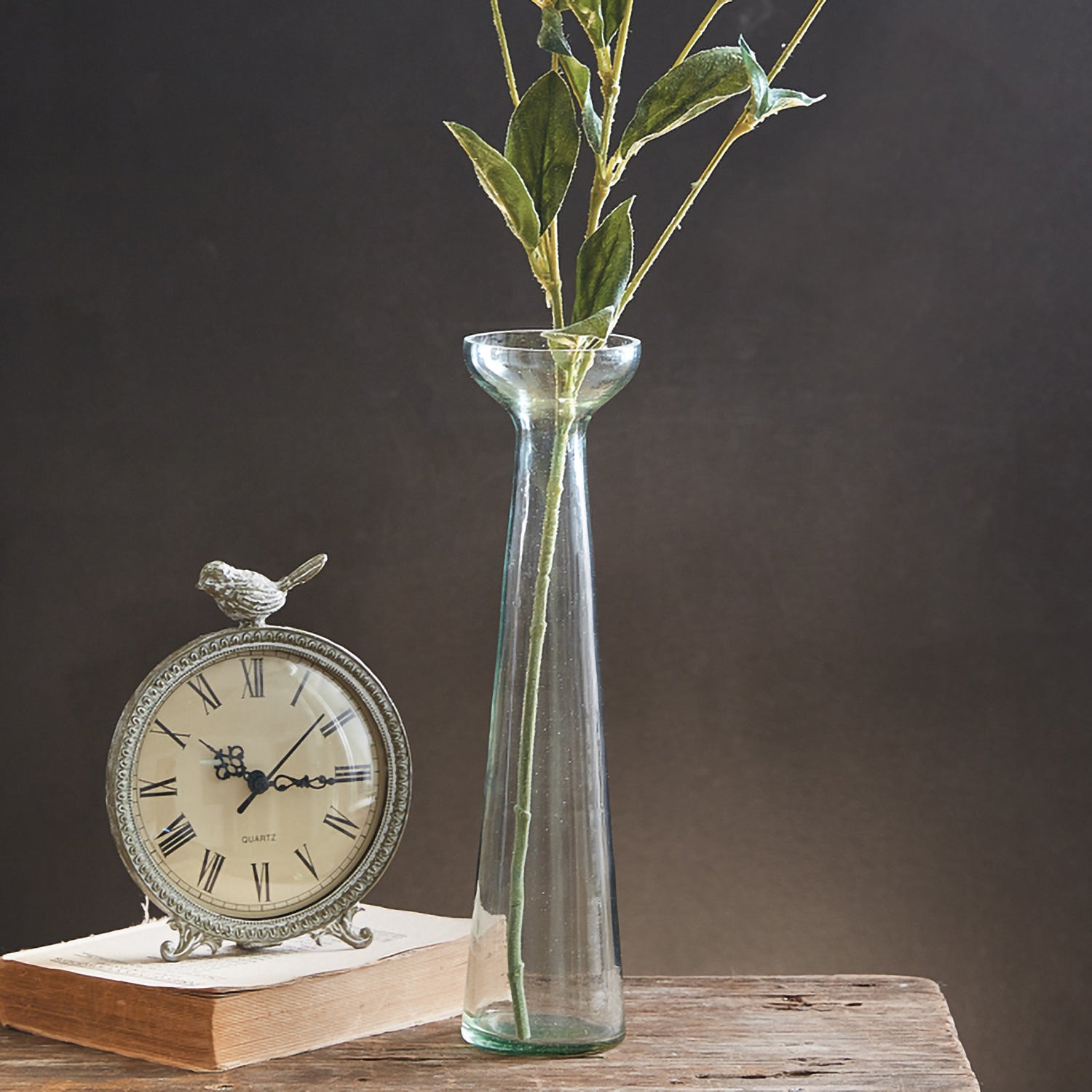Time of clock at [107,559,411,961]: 10:15
